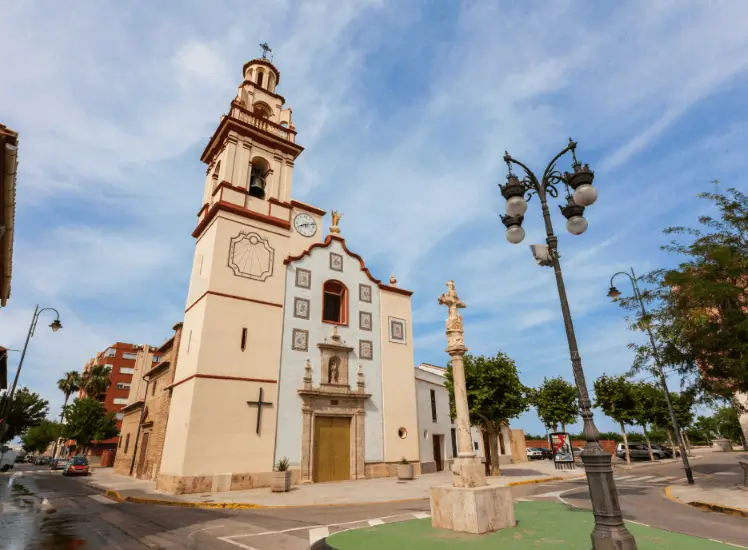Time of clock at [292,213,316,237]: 8:12
